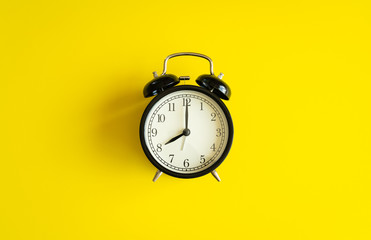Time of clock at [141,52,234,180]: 8:00
